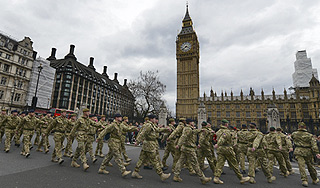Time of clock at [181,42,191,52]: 3:38
